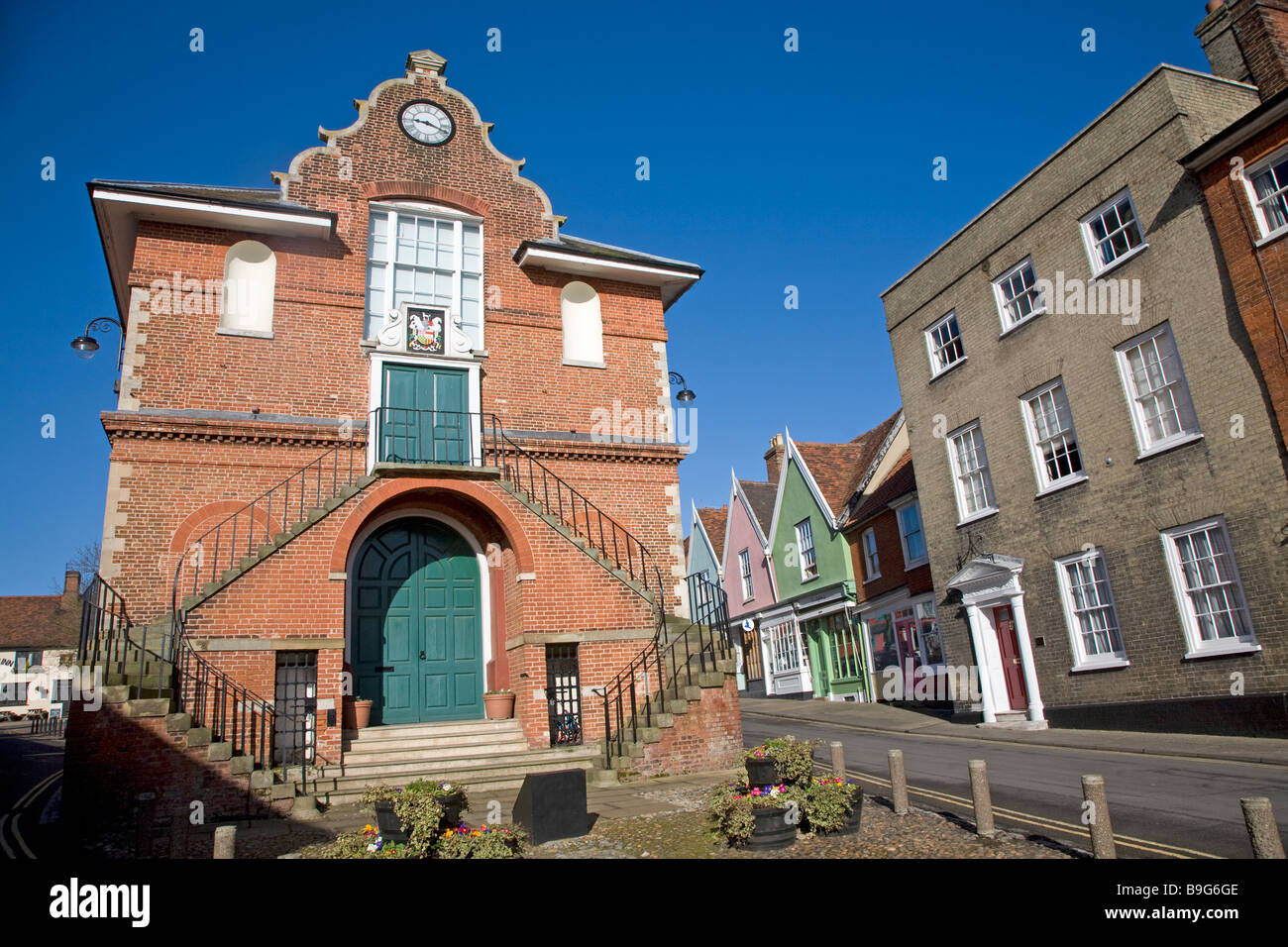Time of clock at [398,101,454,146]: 9:18
